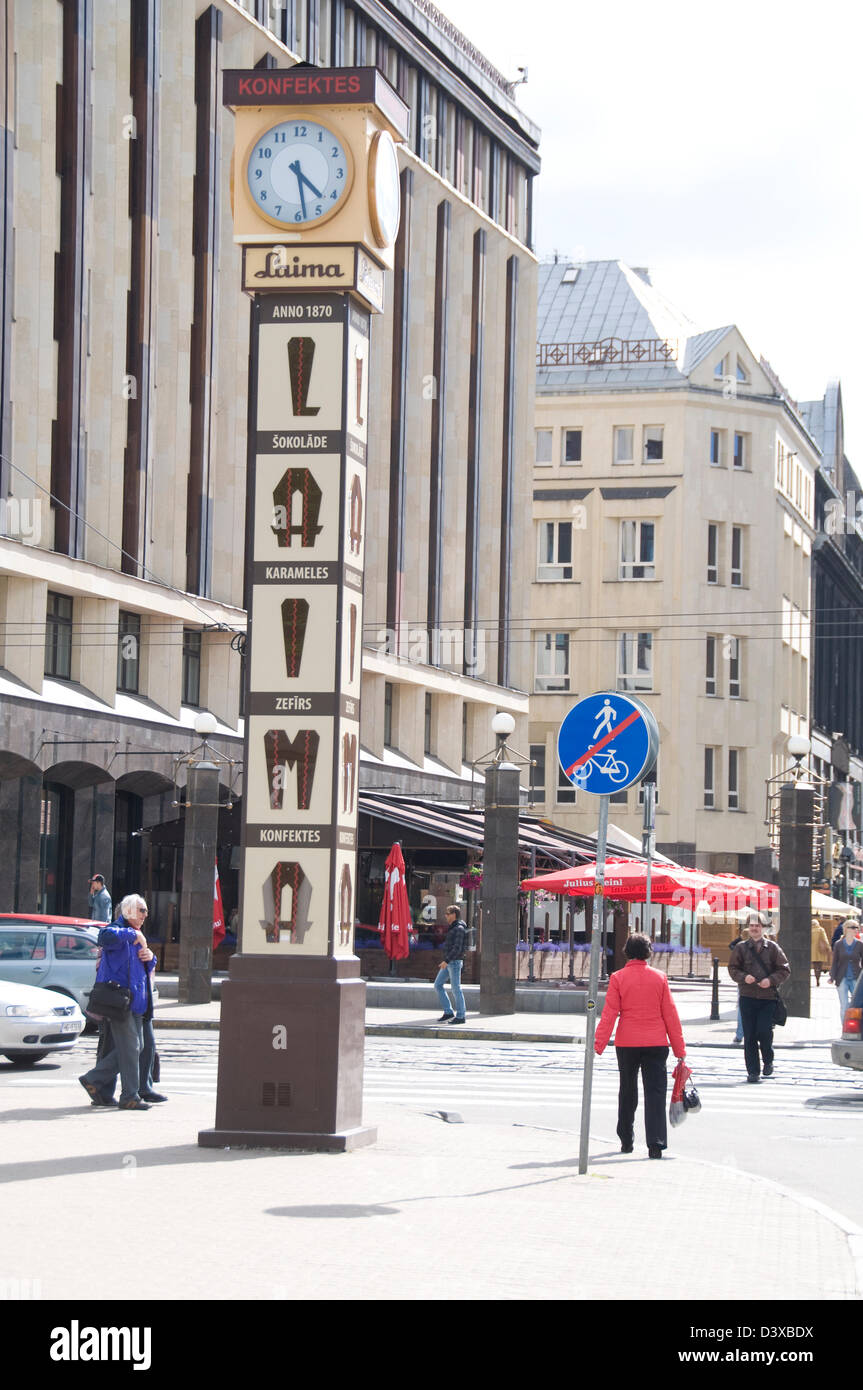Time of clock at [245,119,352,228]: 4:28
